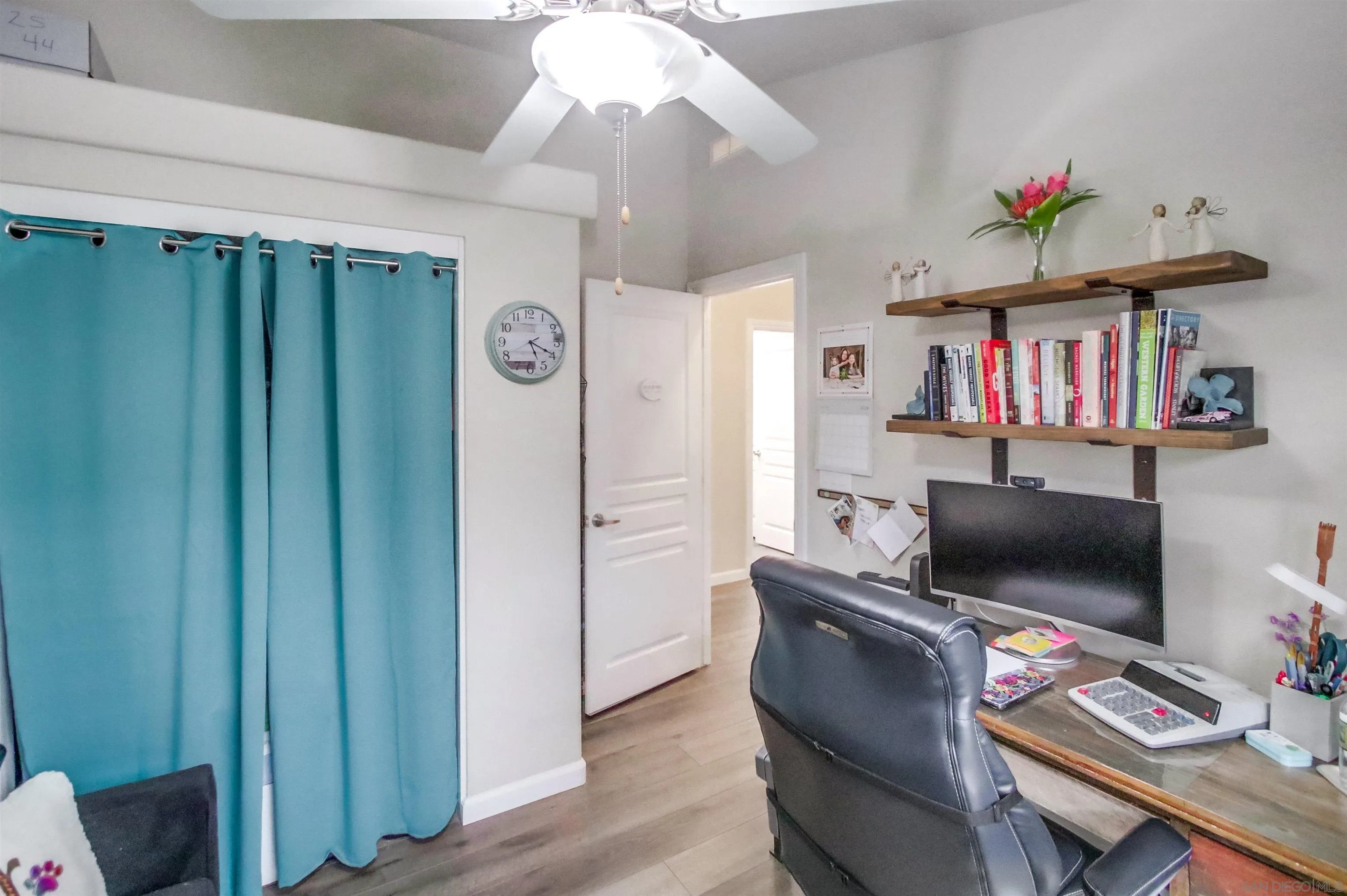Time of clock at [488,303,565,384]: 5:19
